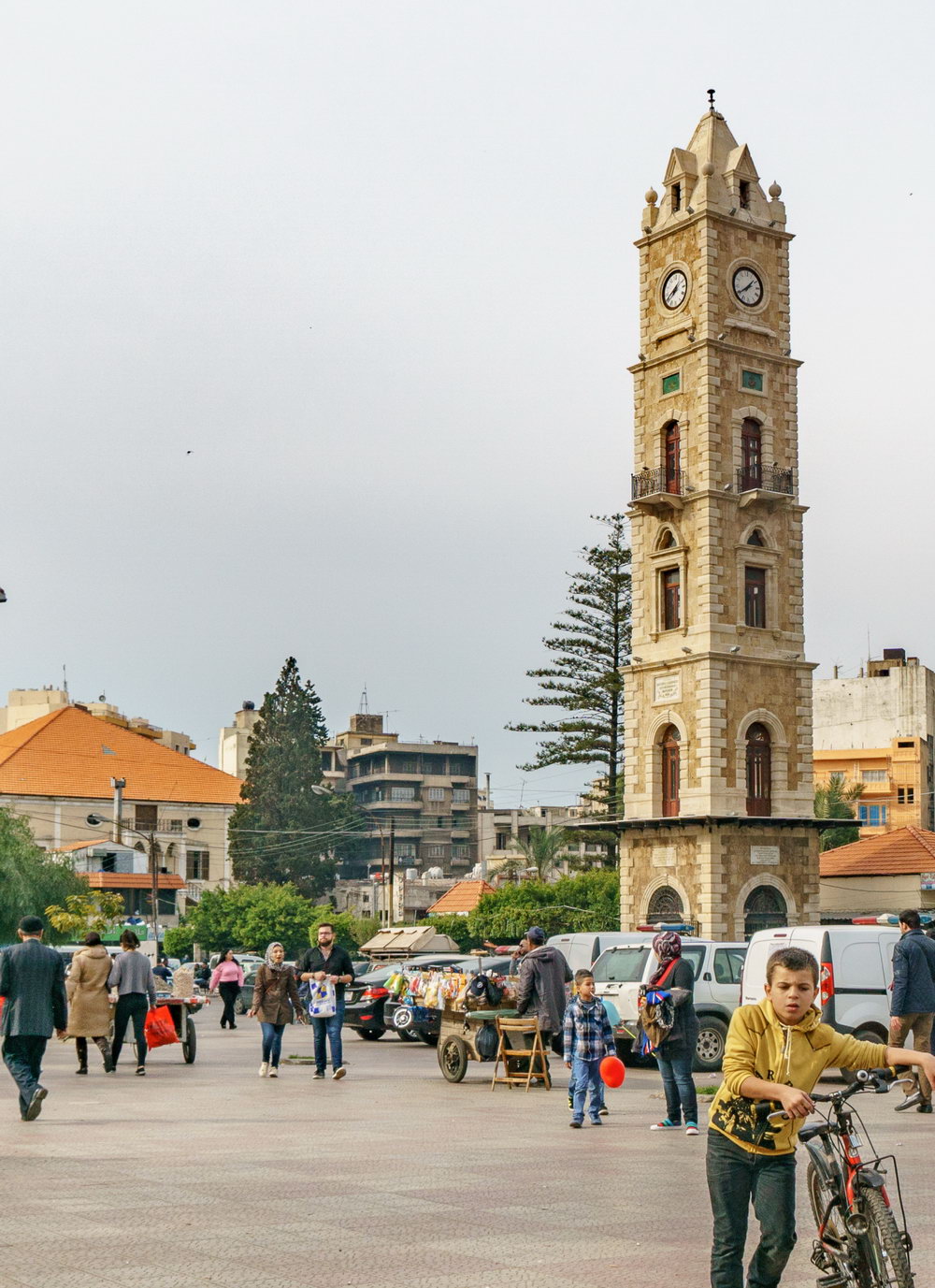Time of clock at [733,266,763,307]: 1:39
